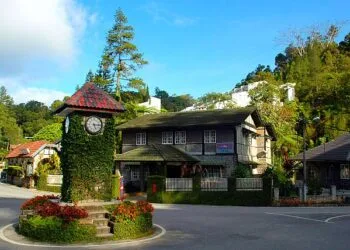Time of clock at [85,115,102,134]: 5:14
